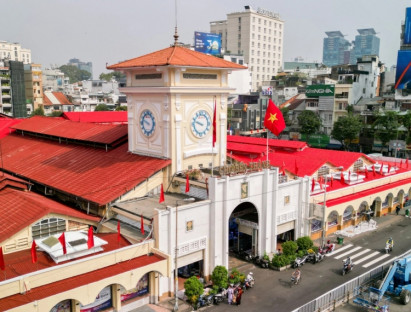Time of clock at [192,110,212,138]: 9:48
